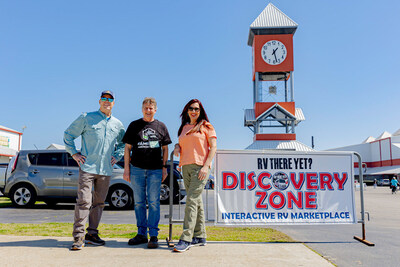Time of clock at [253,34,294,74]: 1:27
